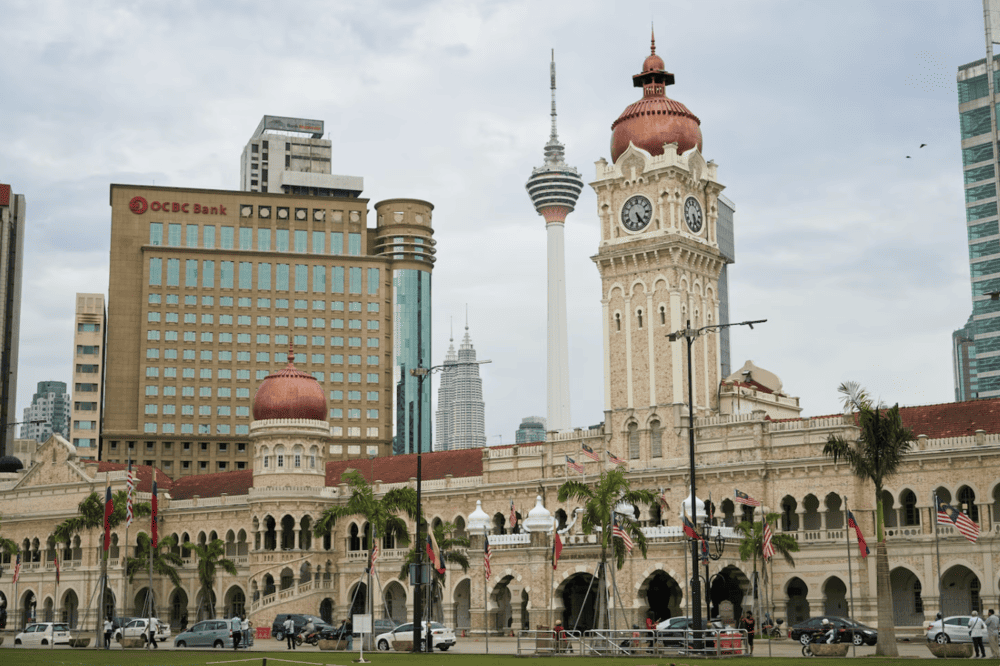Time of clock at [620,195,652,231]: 5:24
